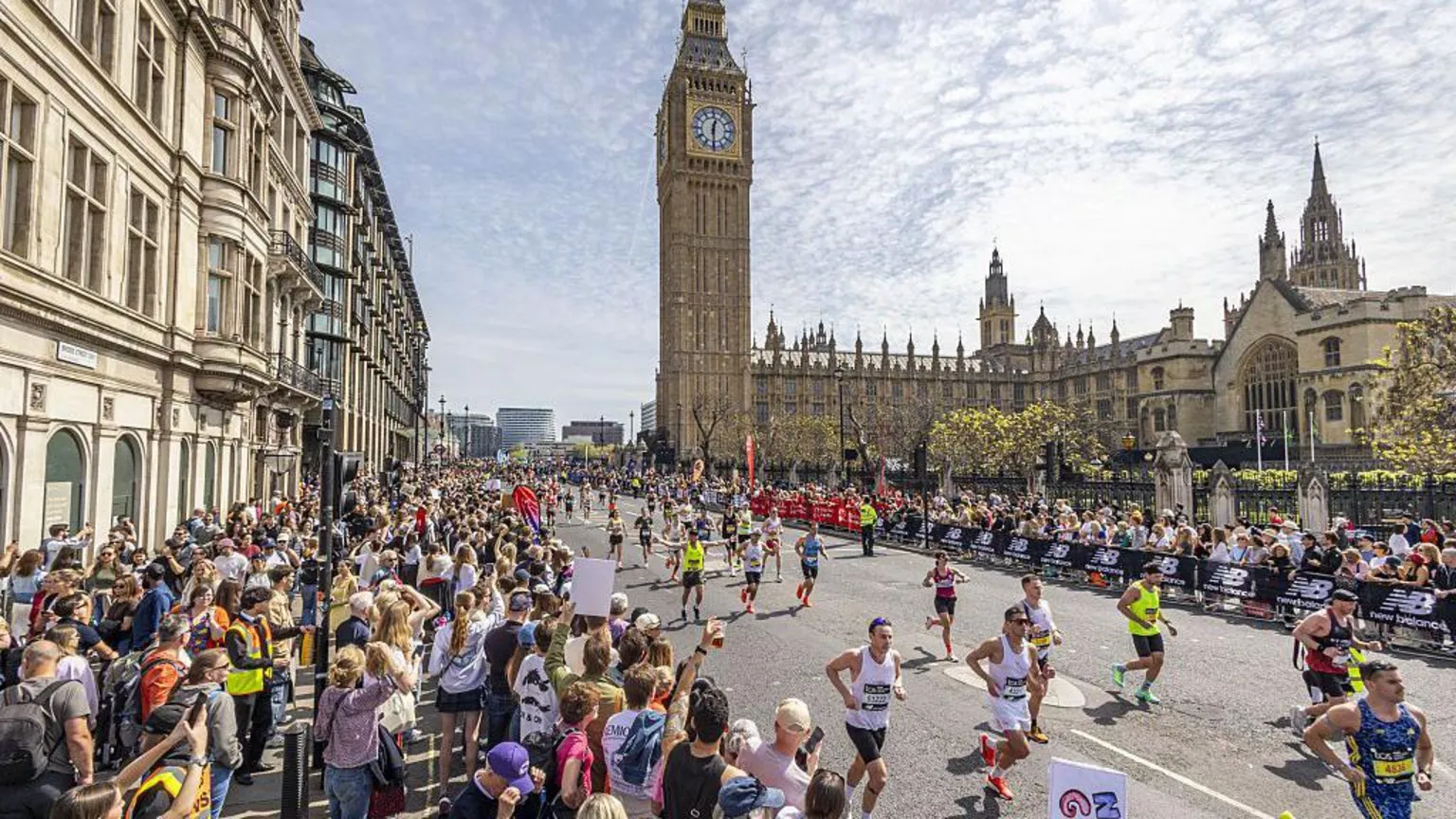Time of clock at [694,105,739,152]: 12:29
